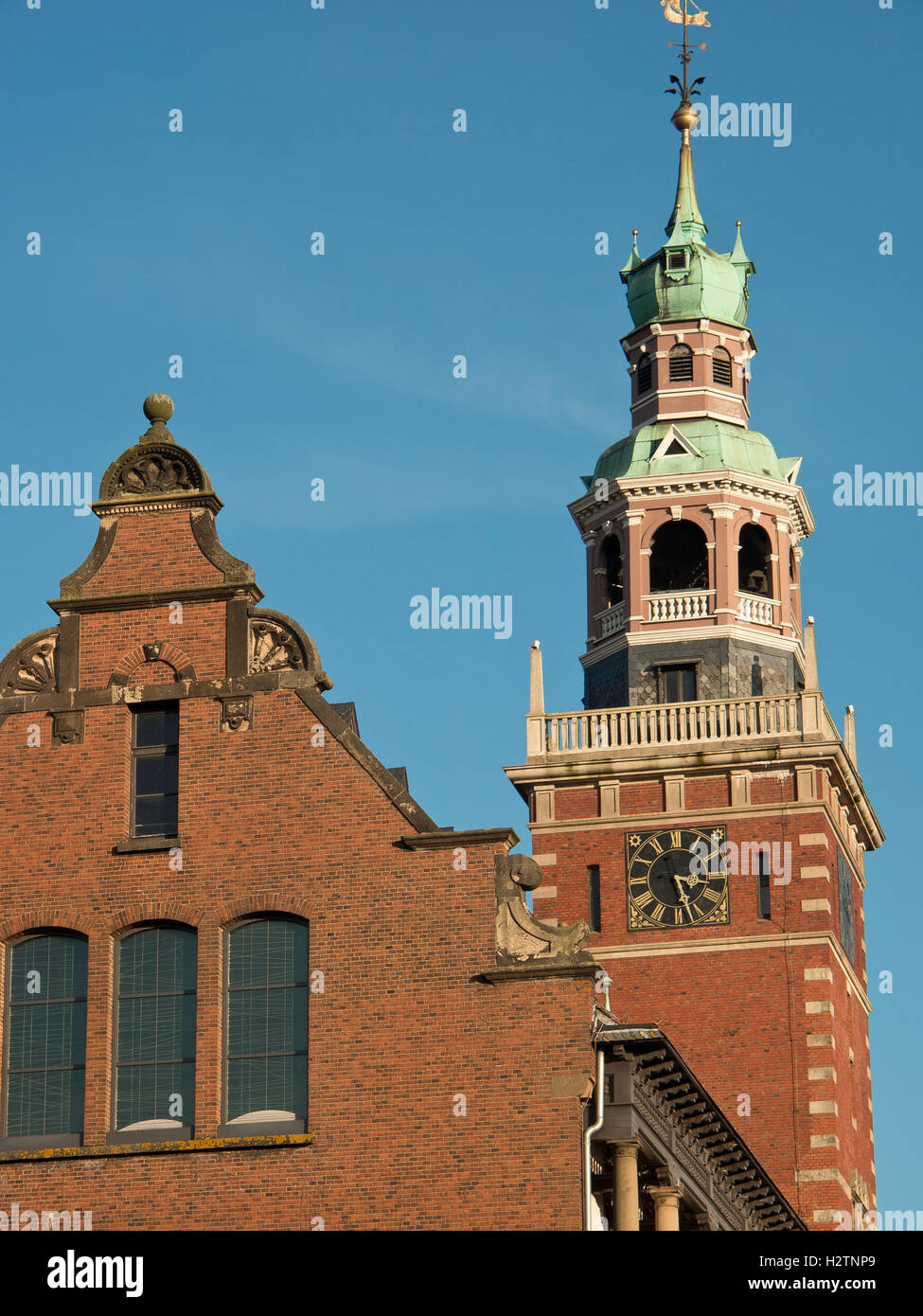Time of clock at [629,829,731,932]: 3:27
